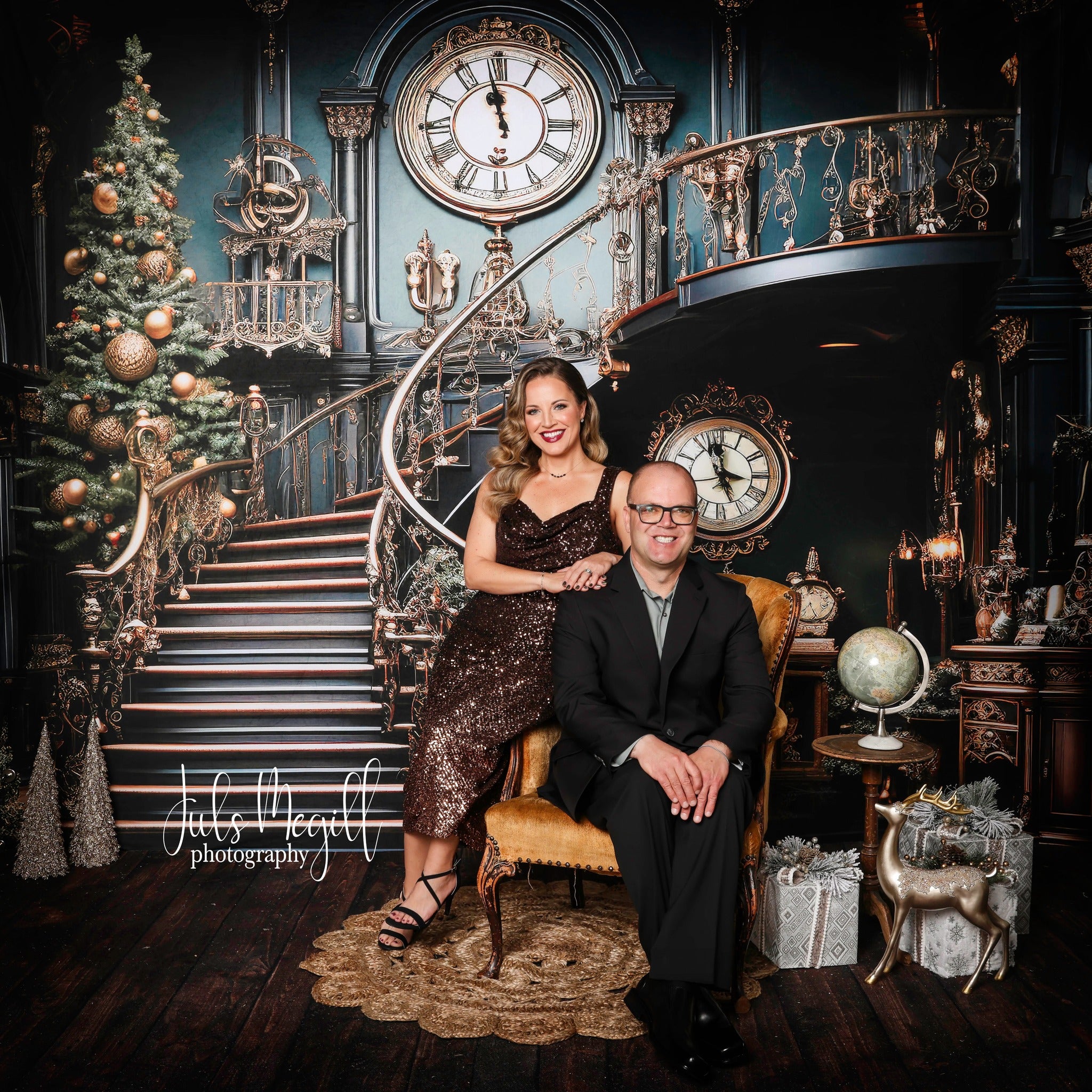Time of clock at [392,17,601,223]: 11:58
